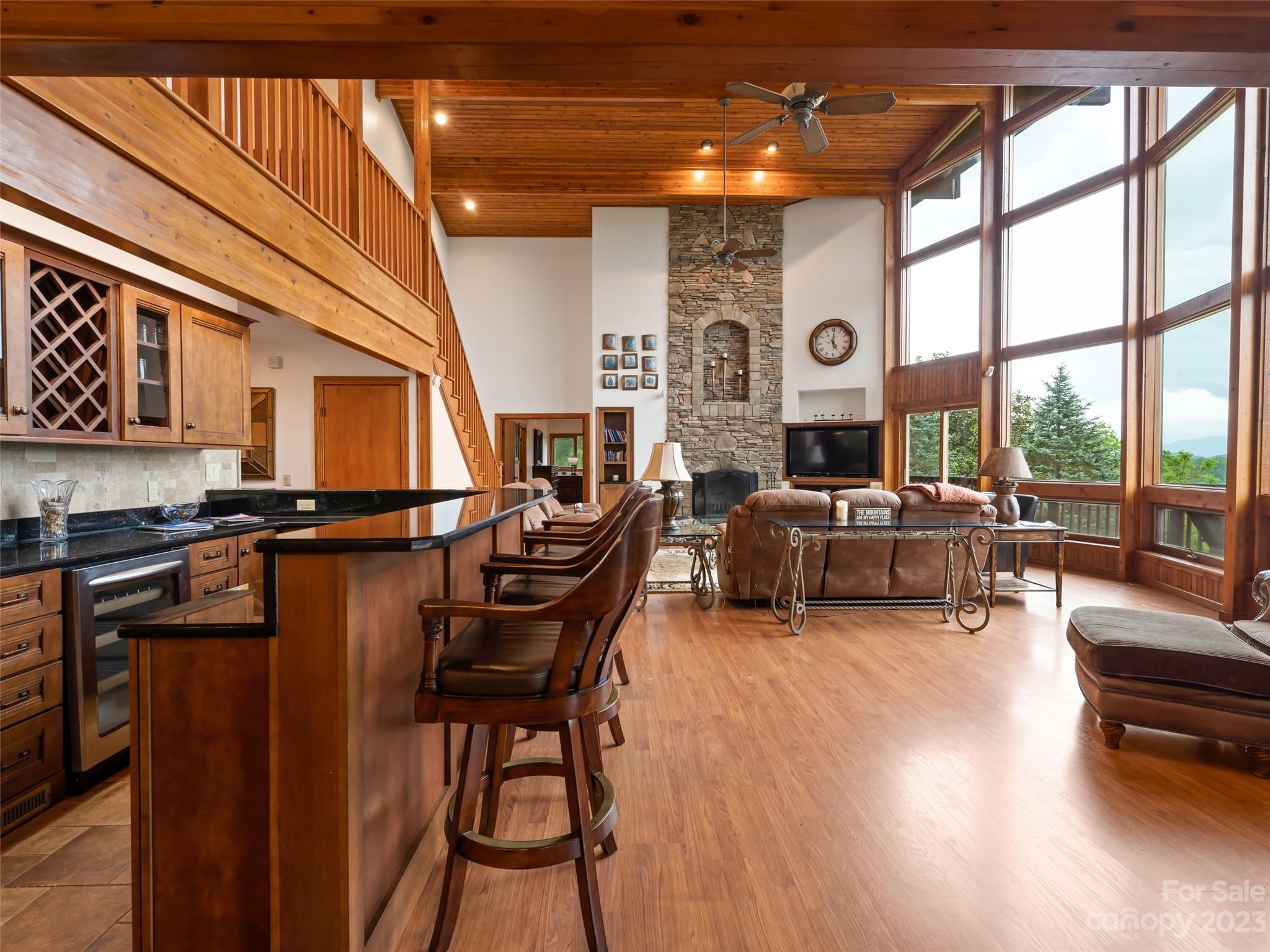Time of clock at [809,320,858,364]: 5:00
